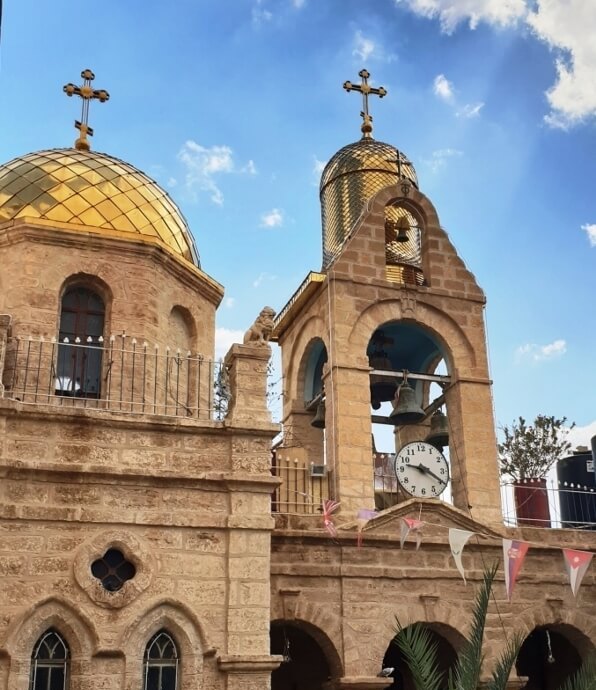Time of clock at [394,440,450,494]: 9:20
